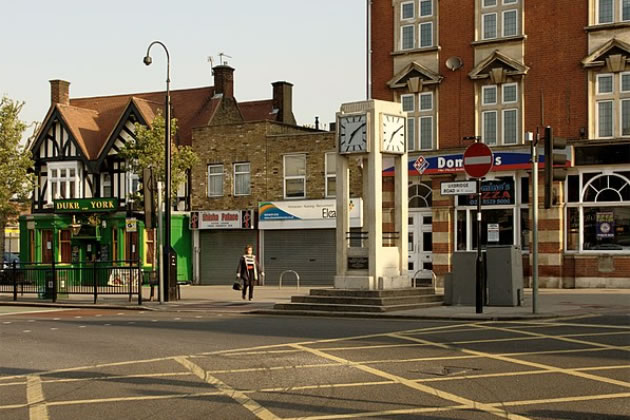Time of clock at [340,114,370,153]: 7:09
